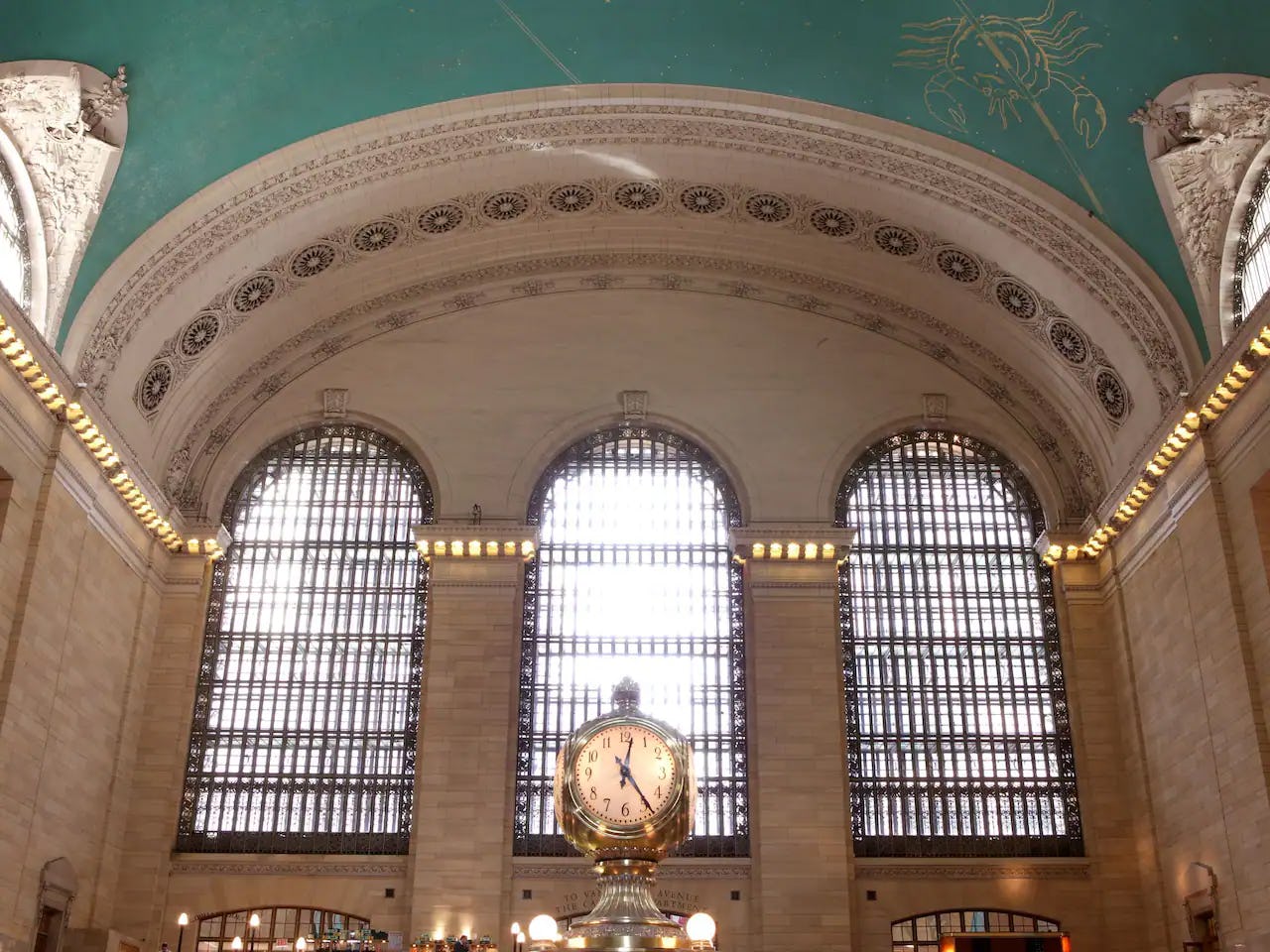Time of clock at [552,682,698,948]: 12:23
